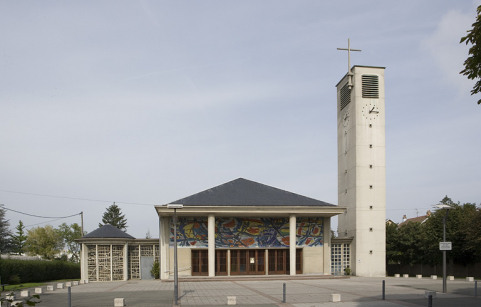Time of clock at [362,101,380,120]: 1:16
